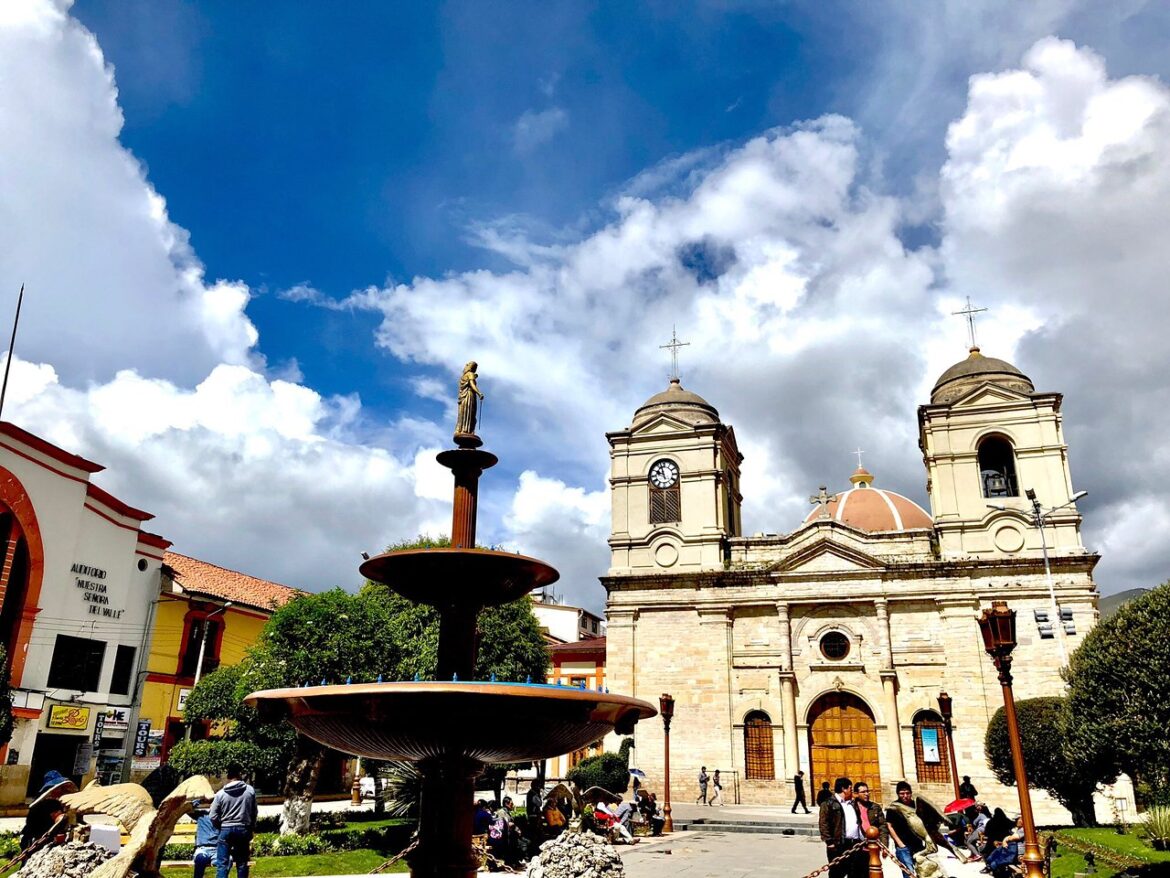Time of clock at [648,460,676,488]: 9:57
